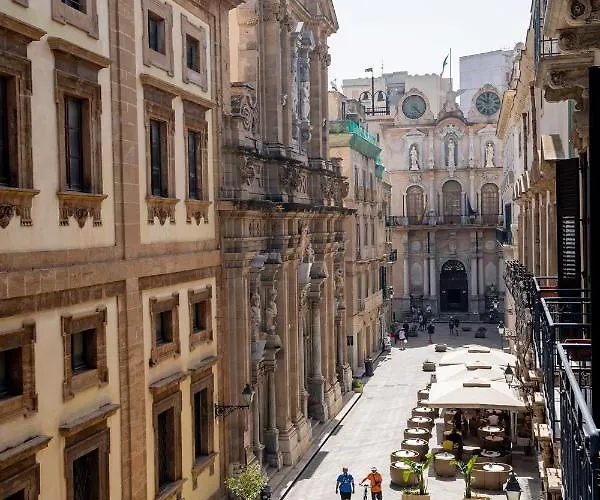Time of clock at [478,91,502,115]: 10:00
